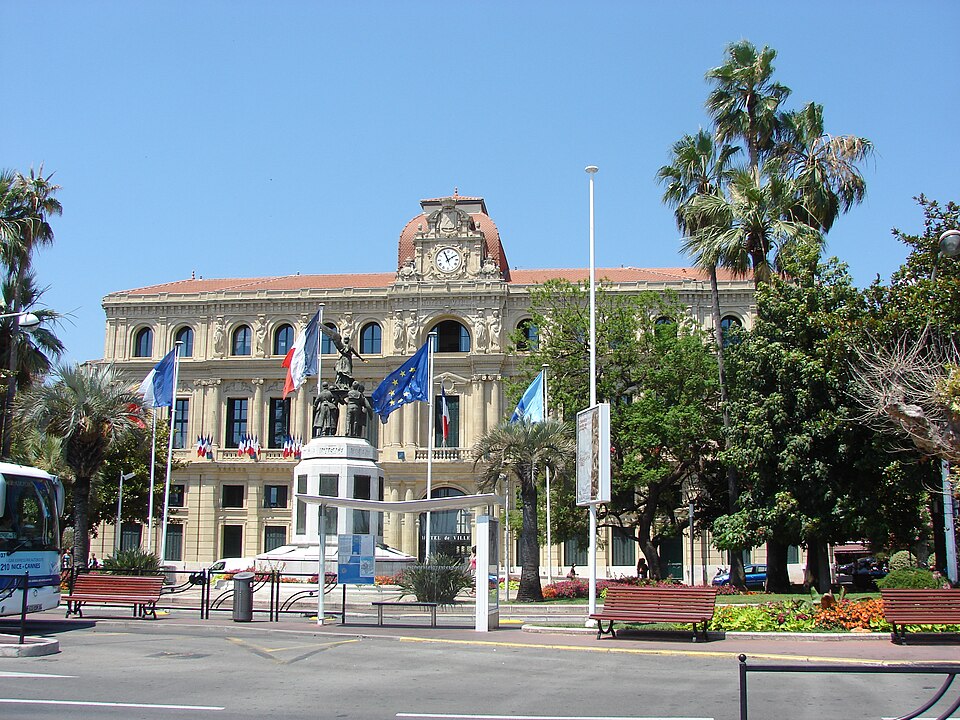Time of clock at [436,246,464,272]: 1:56
